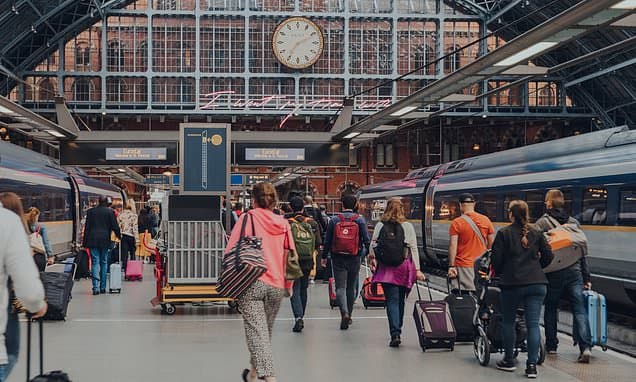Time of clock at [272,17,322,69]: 7:10
